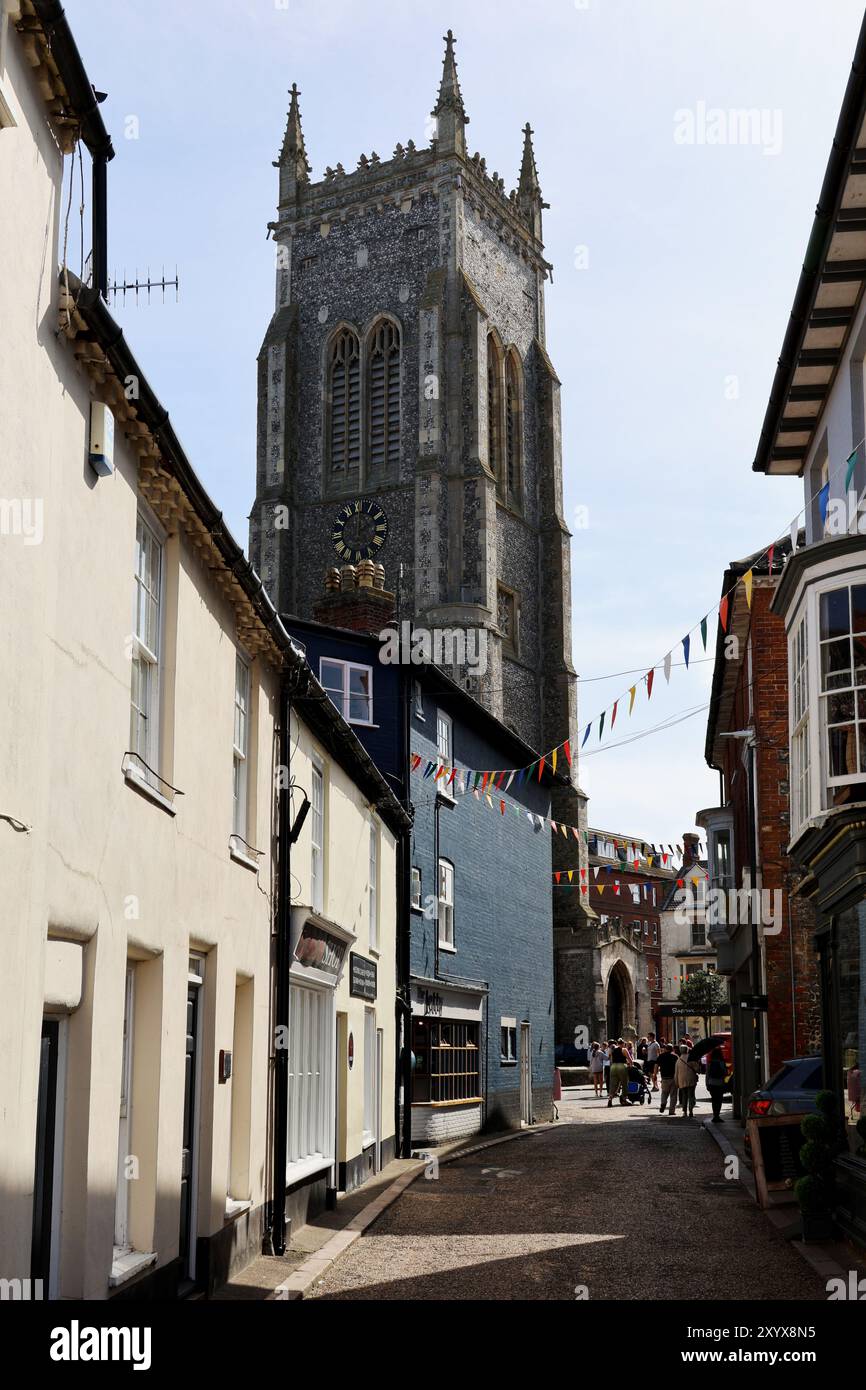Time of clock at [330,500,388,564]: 2:01
